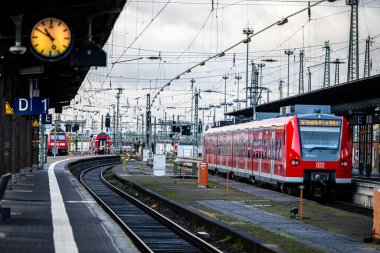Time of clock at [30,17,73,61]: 10:50
